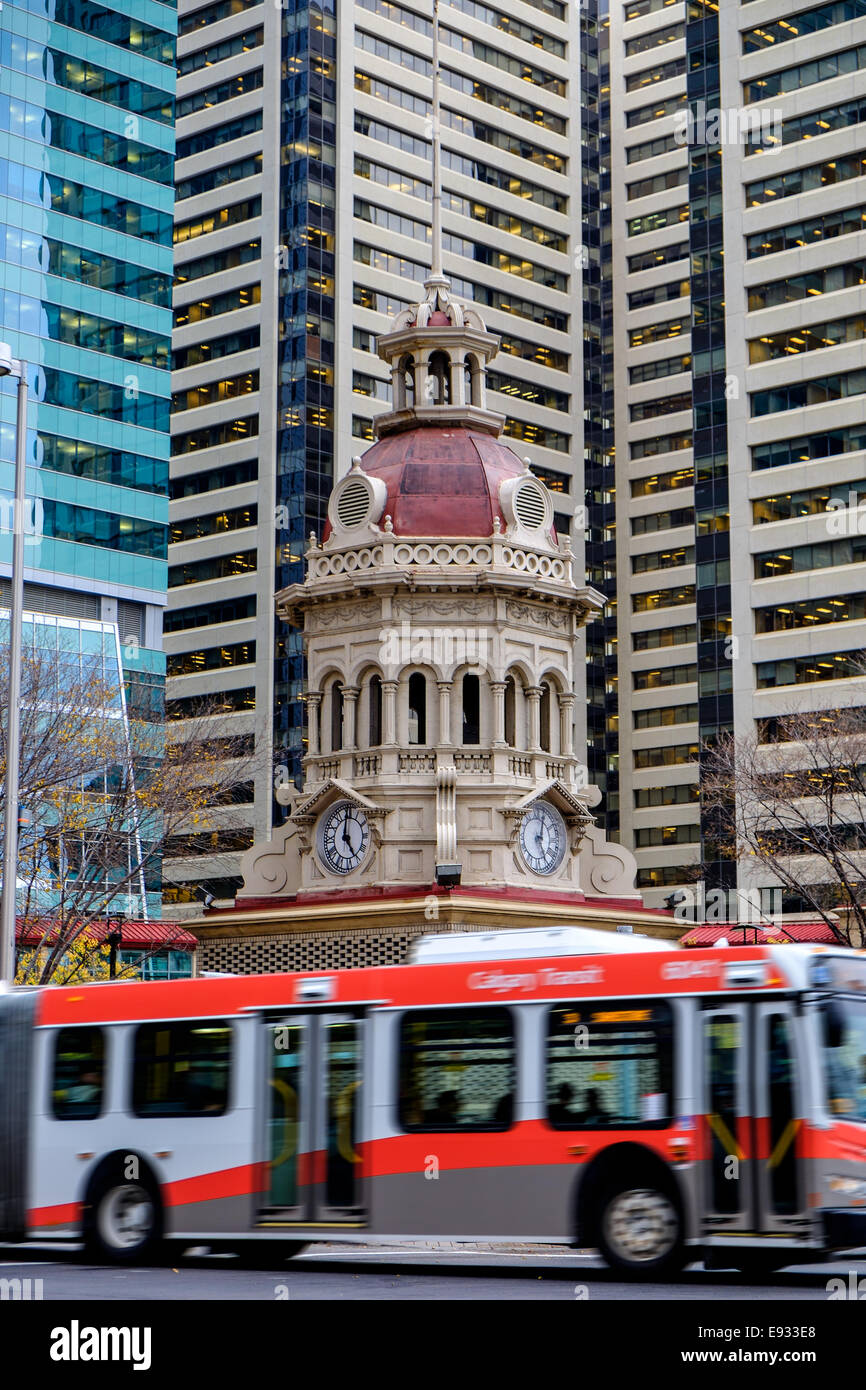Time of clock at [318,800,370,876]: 5:00
